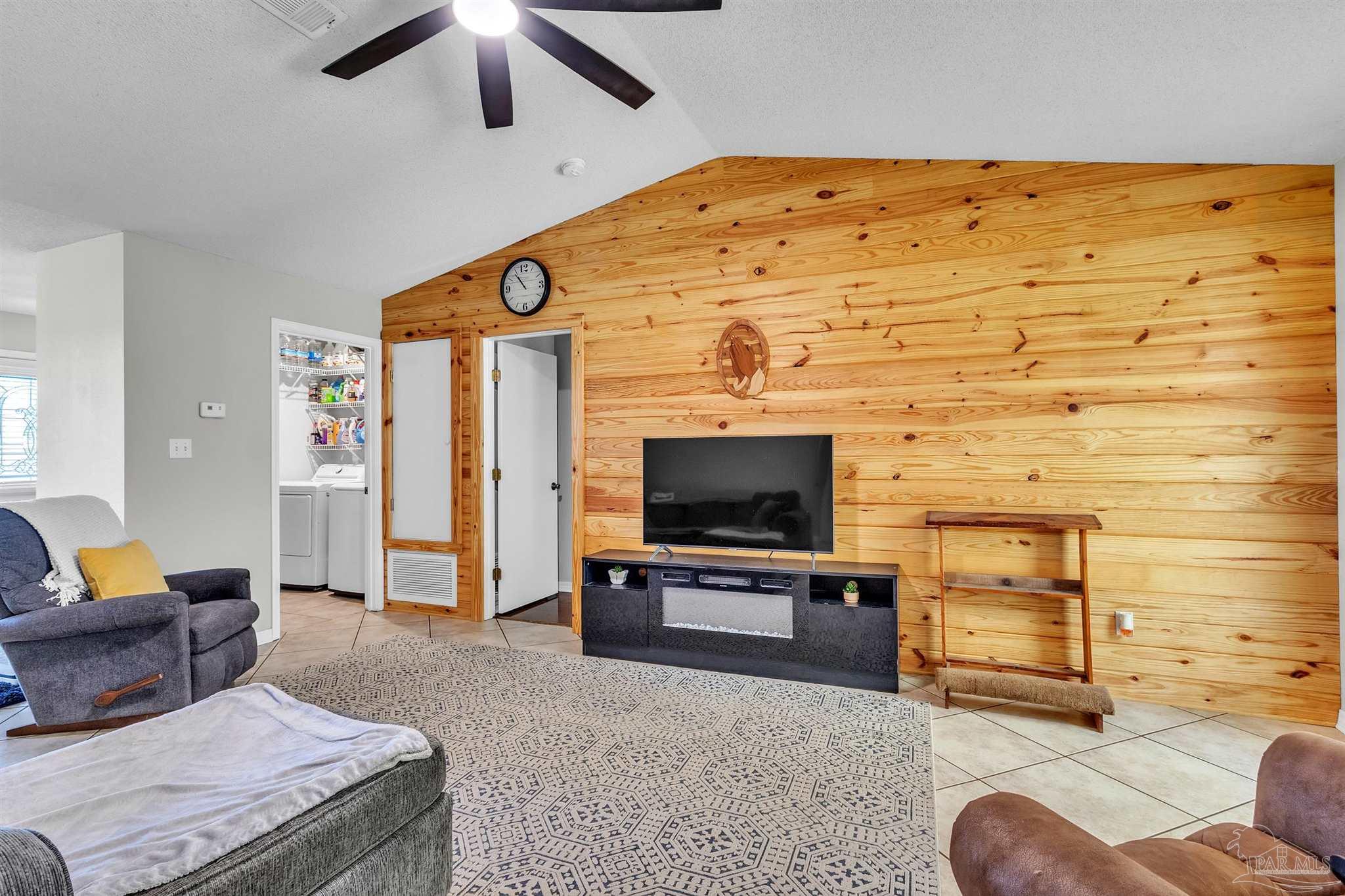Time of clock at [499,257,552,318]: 10:53
